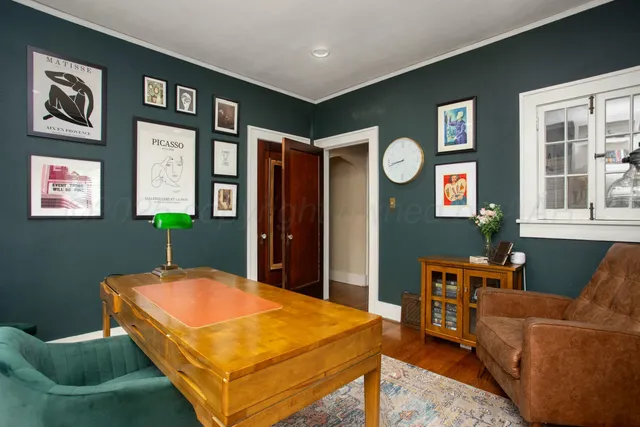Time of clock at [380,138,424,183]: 8:42
